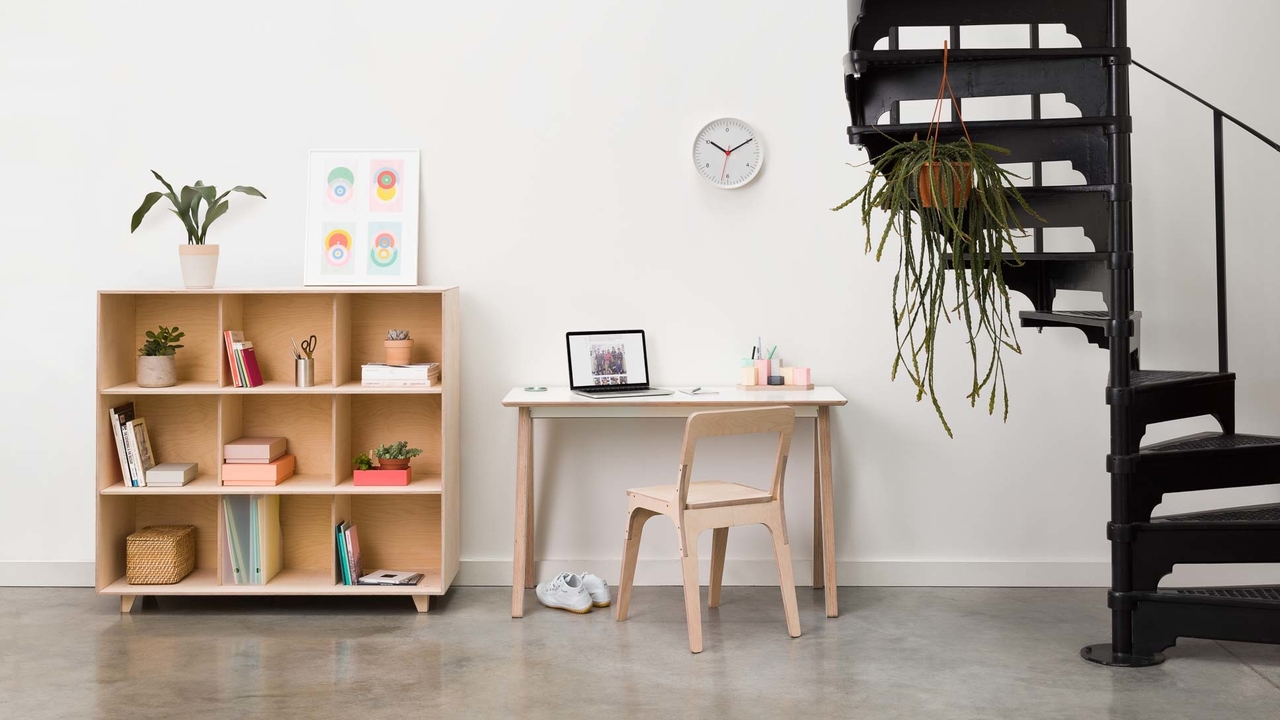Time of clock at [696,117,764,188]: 10:10
